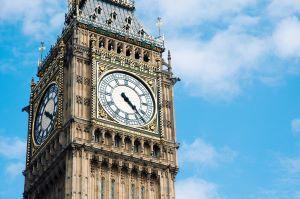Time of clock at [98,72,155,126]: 4:22
